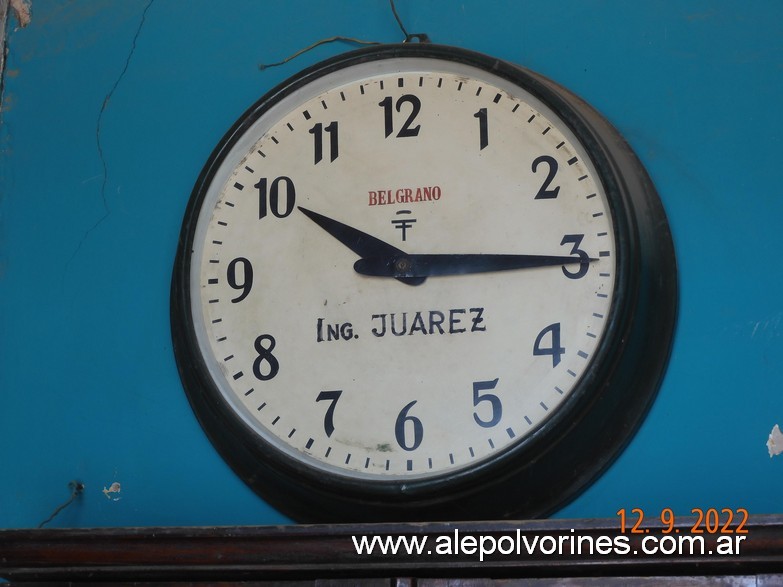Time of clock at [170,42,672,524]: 10:15
